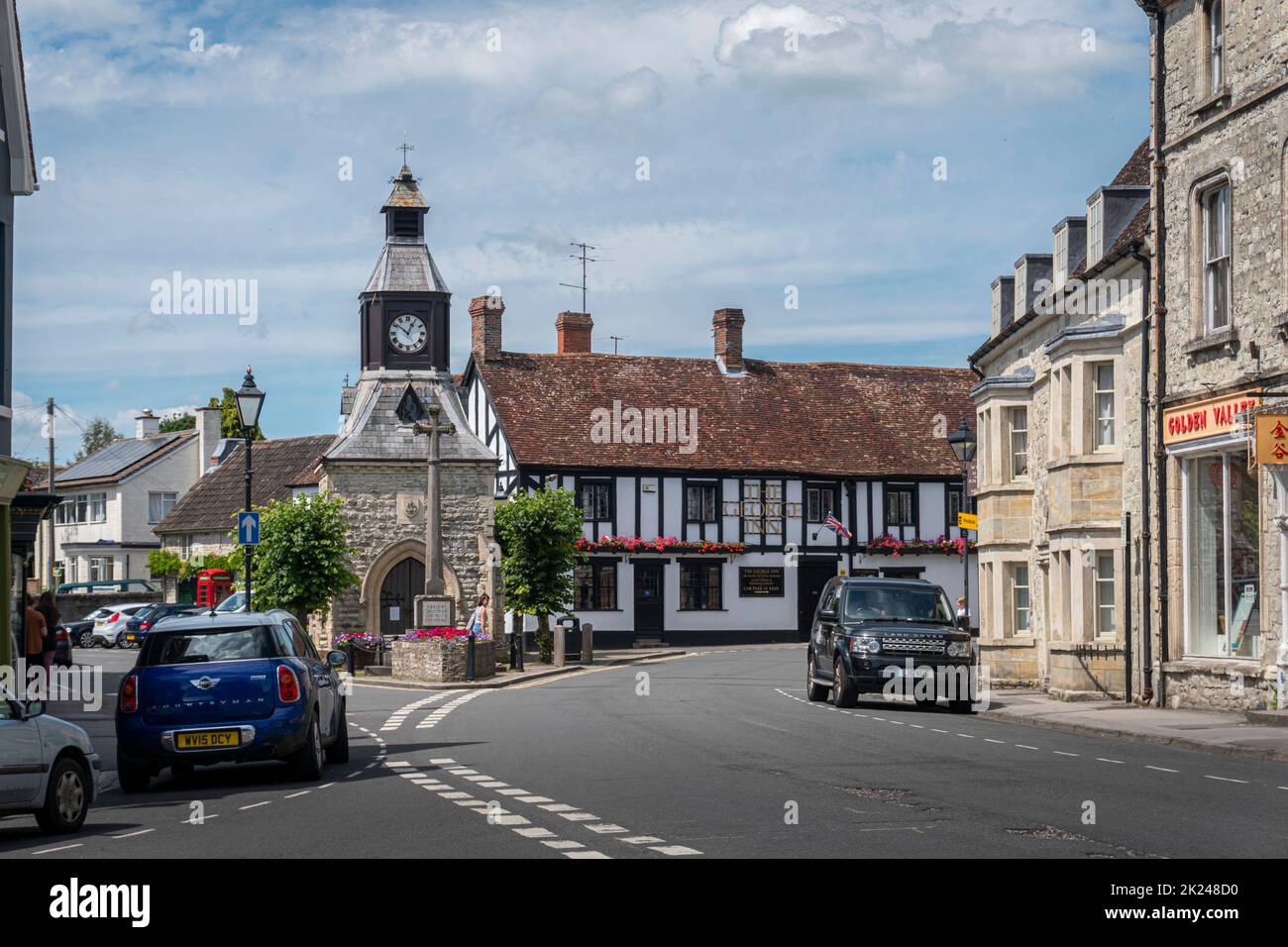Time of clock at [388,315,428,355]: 12:51
